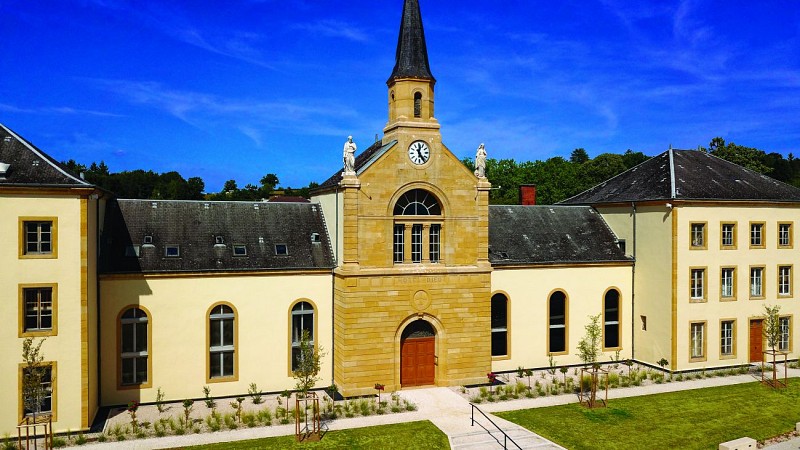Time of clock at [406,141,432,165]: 12:24
